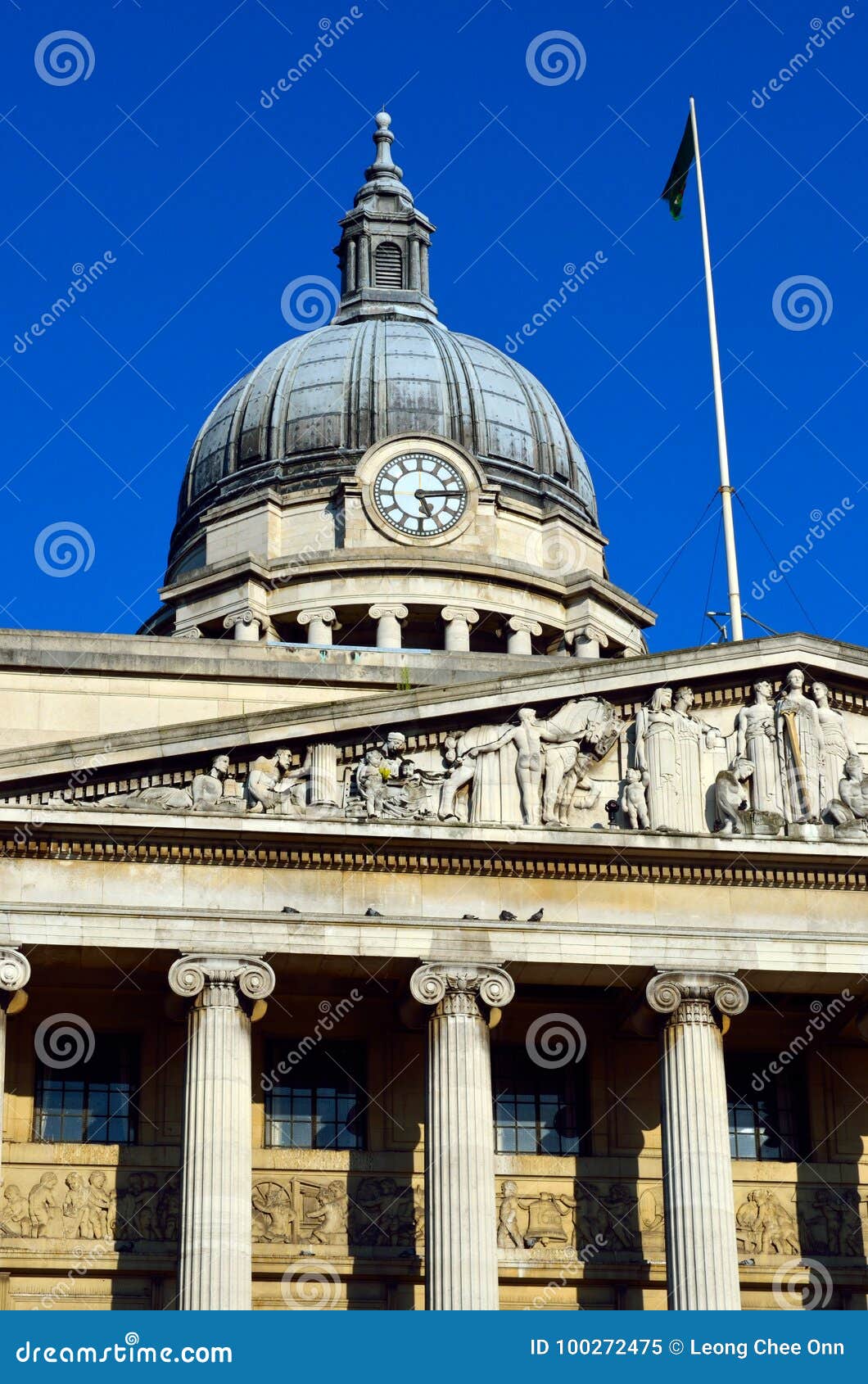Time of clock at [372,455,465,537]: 5:14
